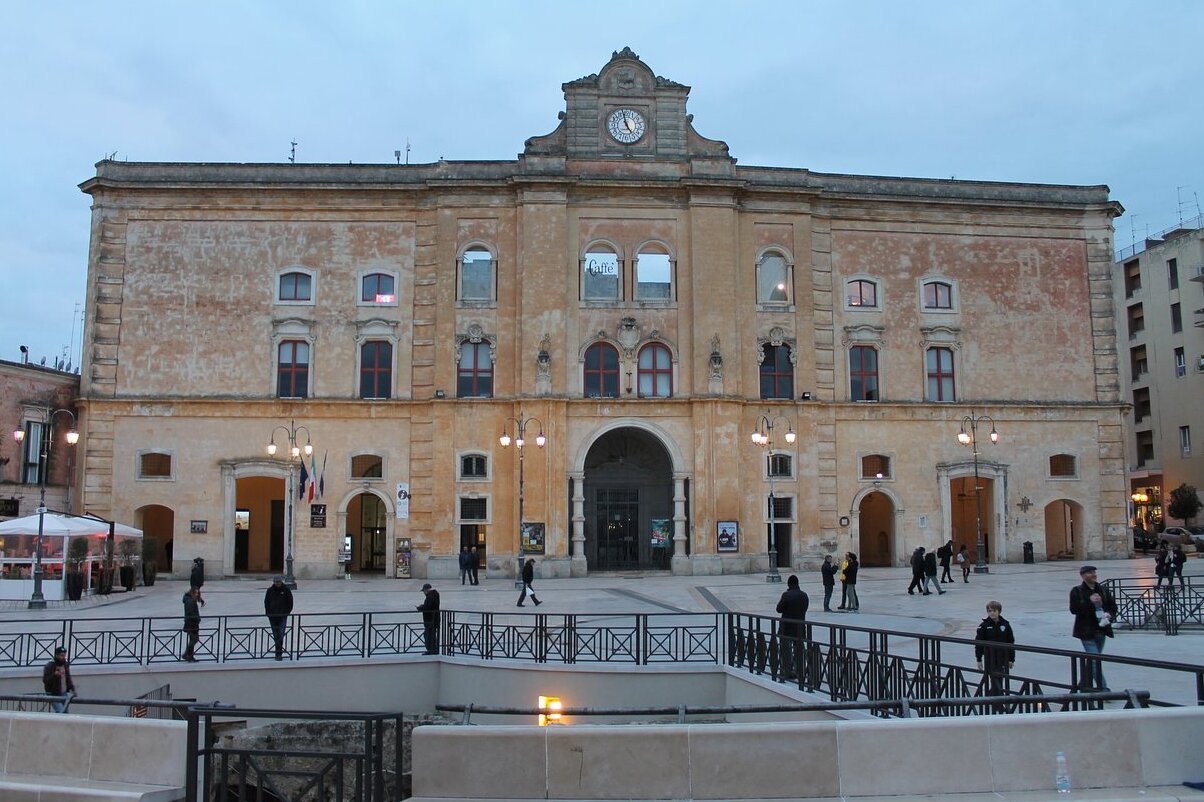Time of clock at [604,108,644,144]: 4:57
